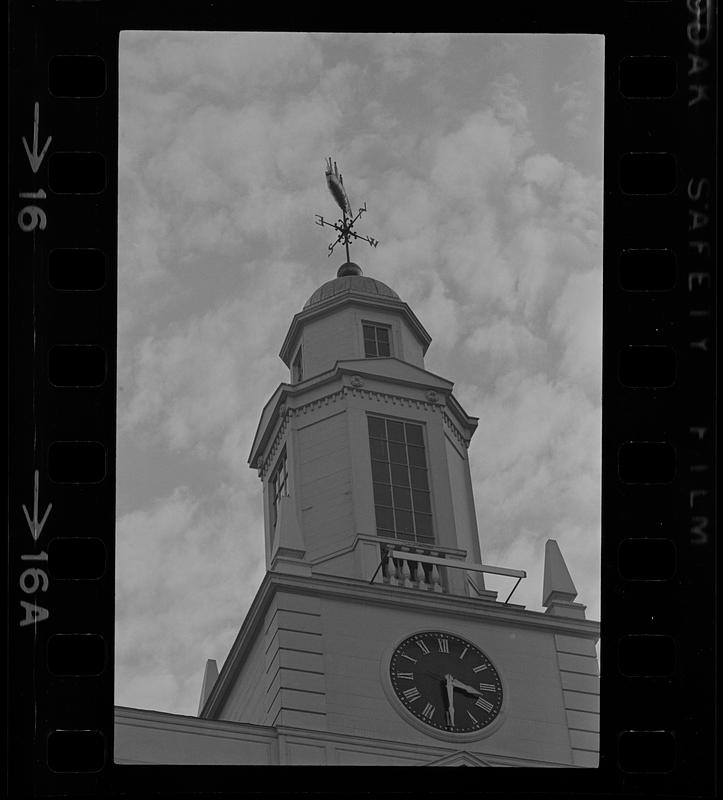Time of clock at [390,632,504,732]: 3:29
